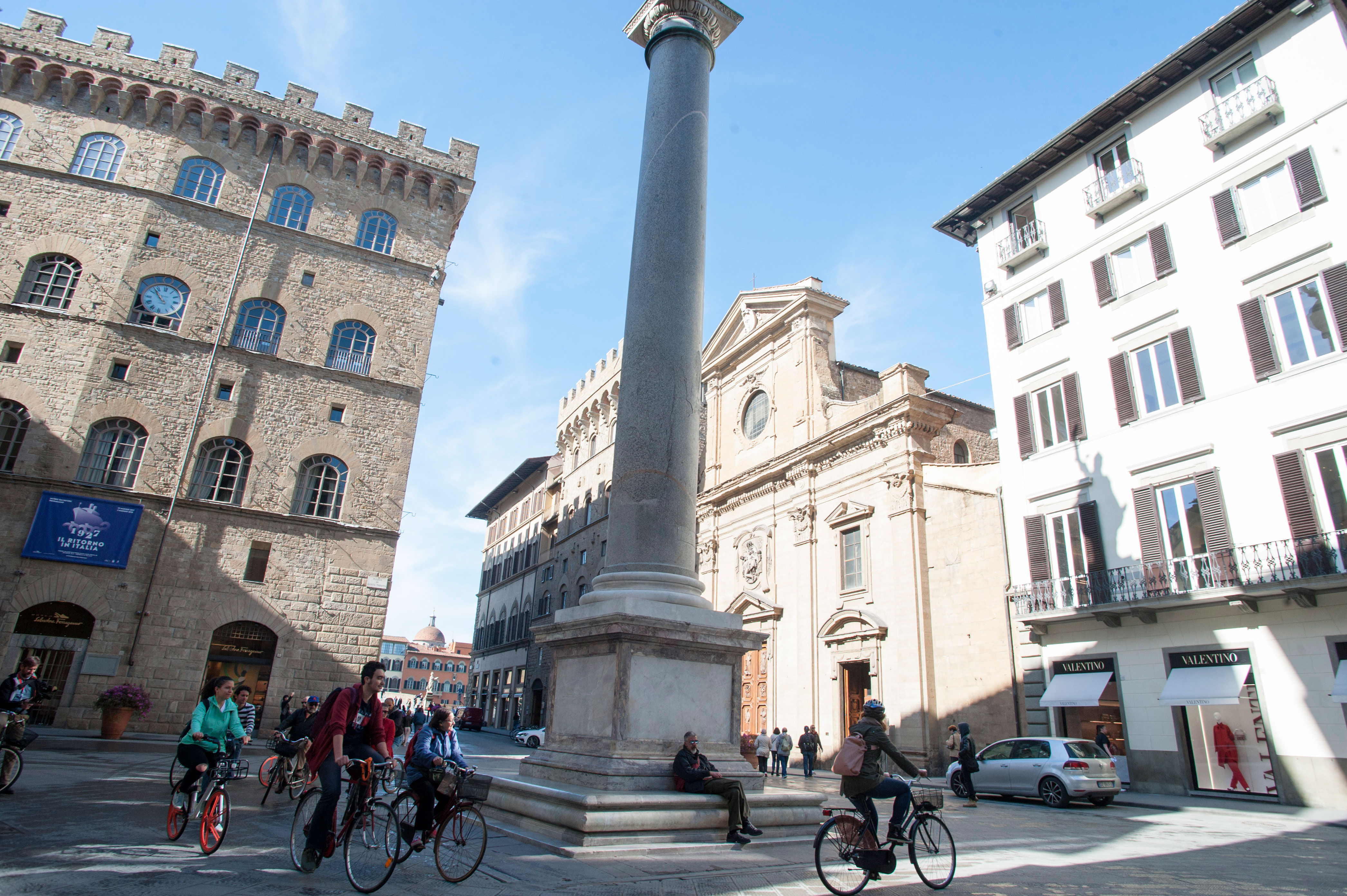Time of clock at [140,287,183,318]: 9:52
